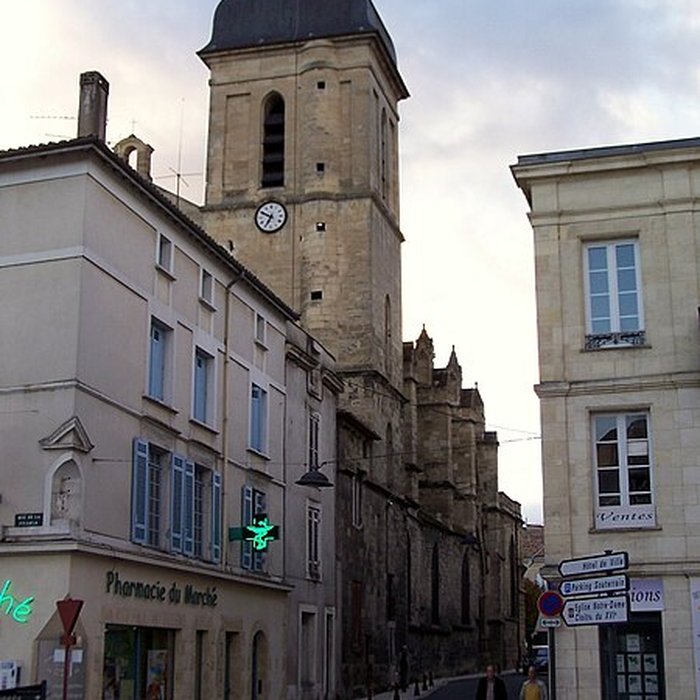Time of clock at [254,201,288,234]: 6:49
